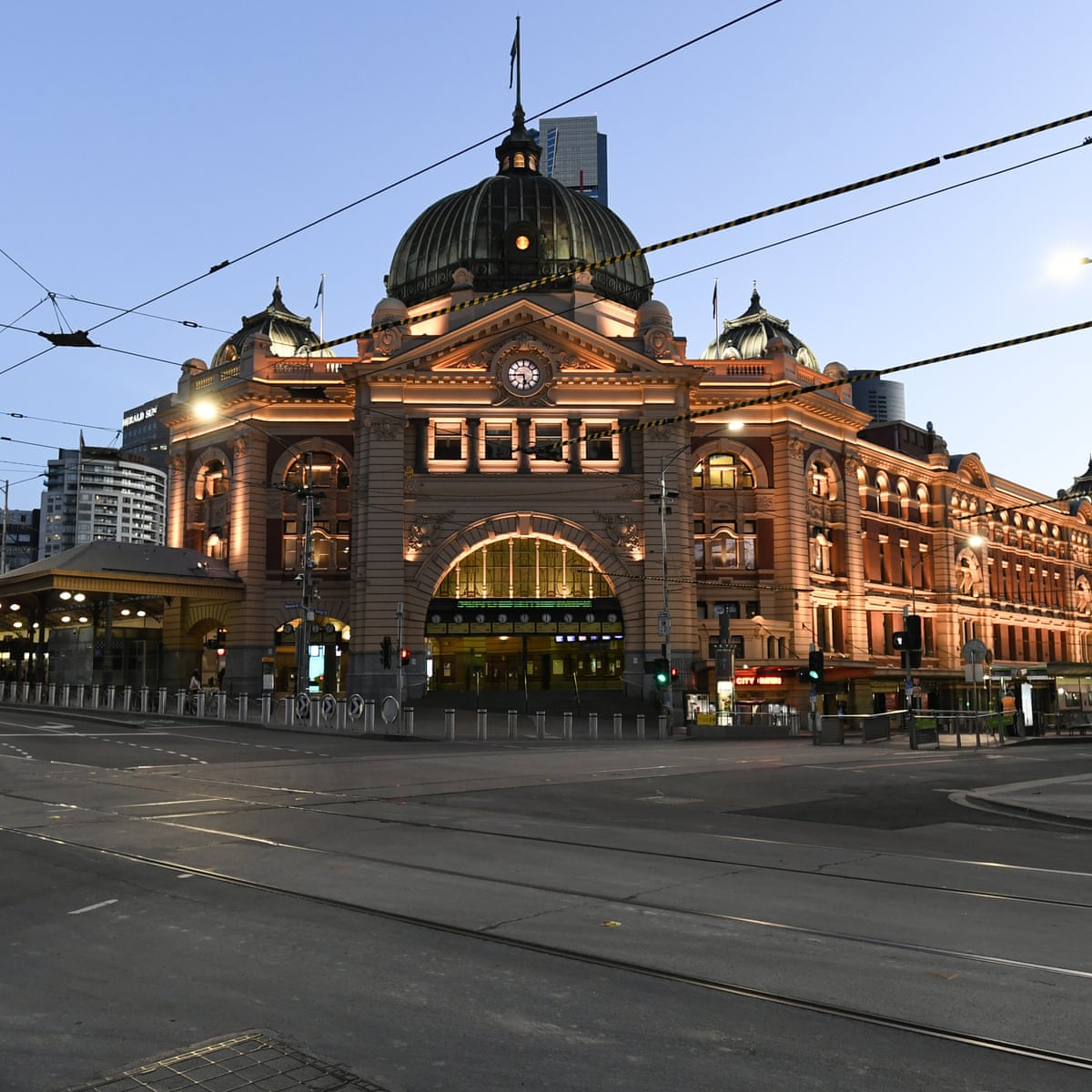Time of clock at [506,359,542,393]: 5:44
